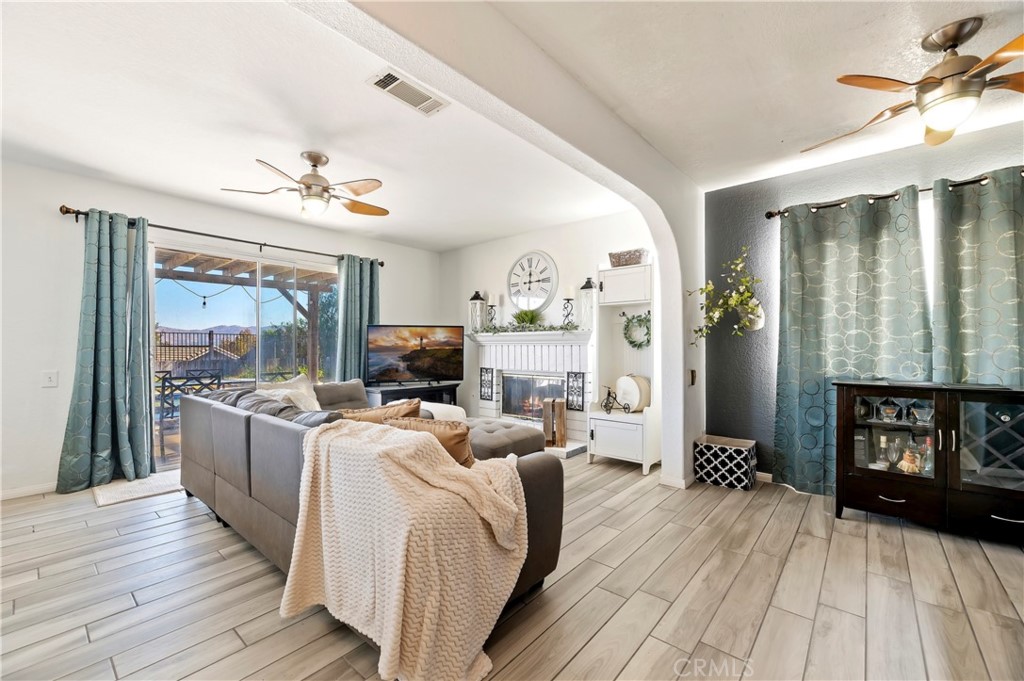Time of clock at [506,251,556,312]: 12:14
